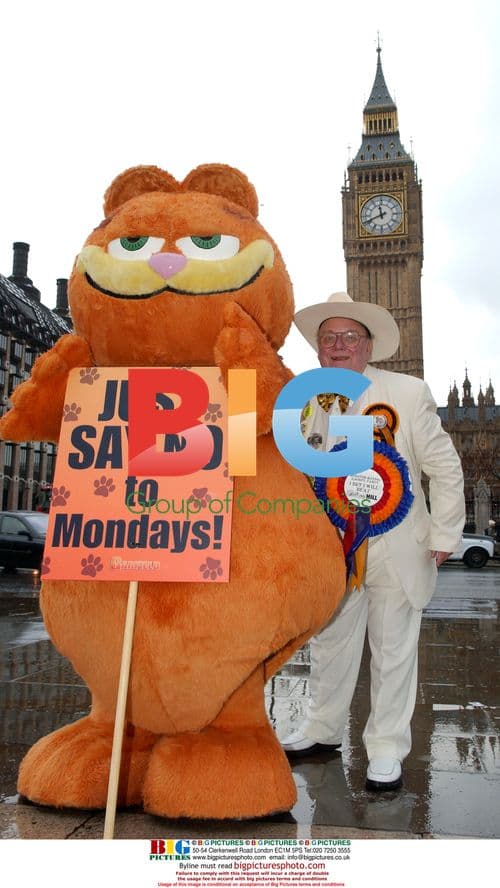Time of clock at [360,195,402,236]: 11:41
